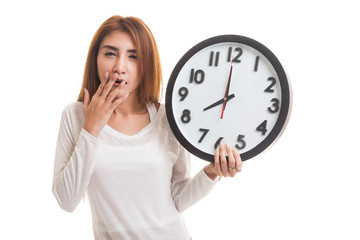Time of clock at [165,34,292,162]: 7:59
